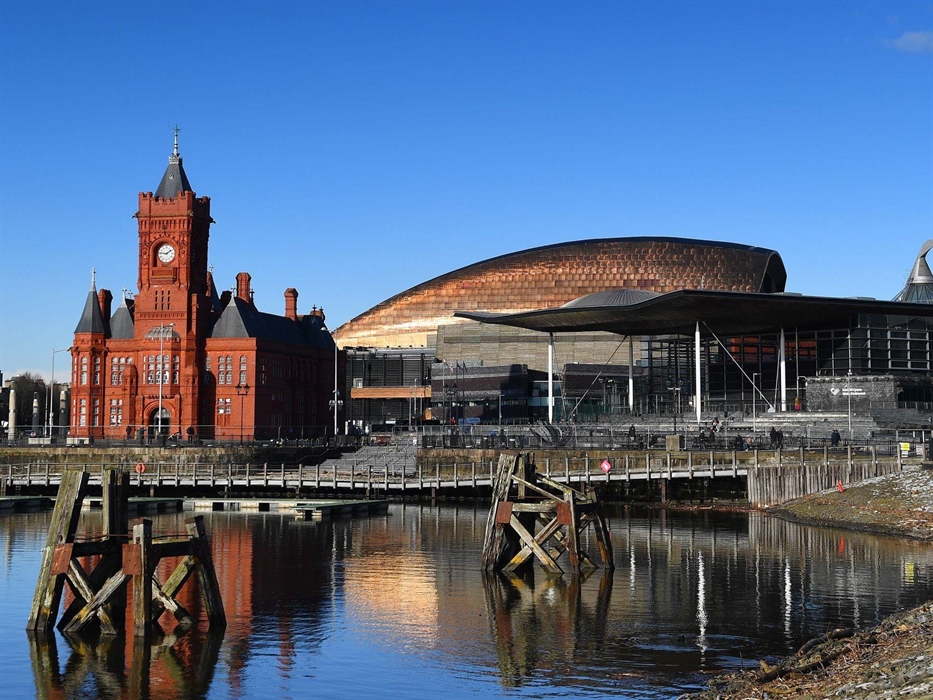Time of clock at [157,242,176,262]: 1:46
